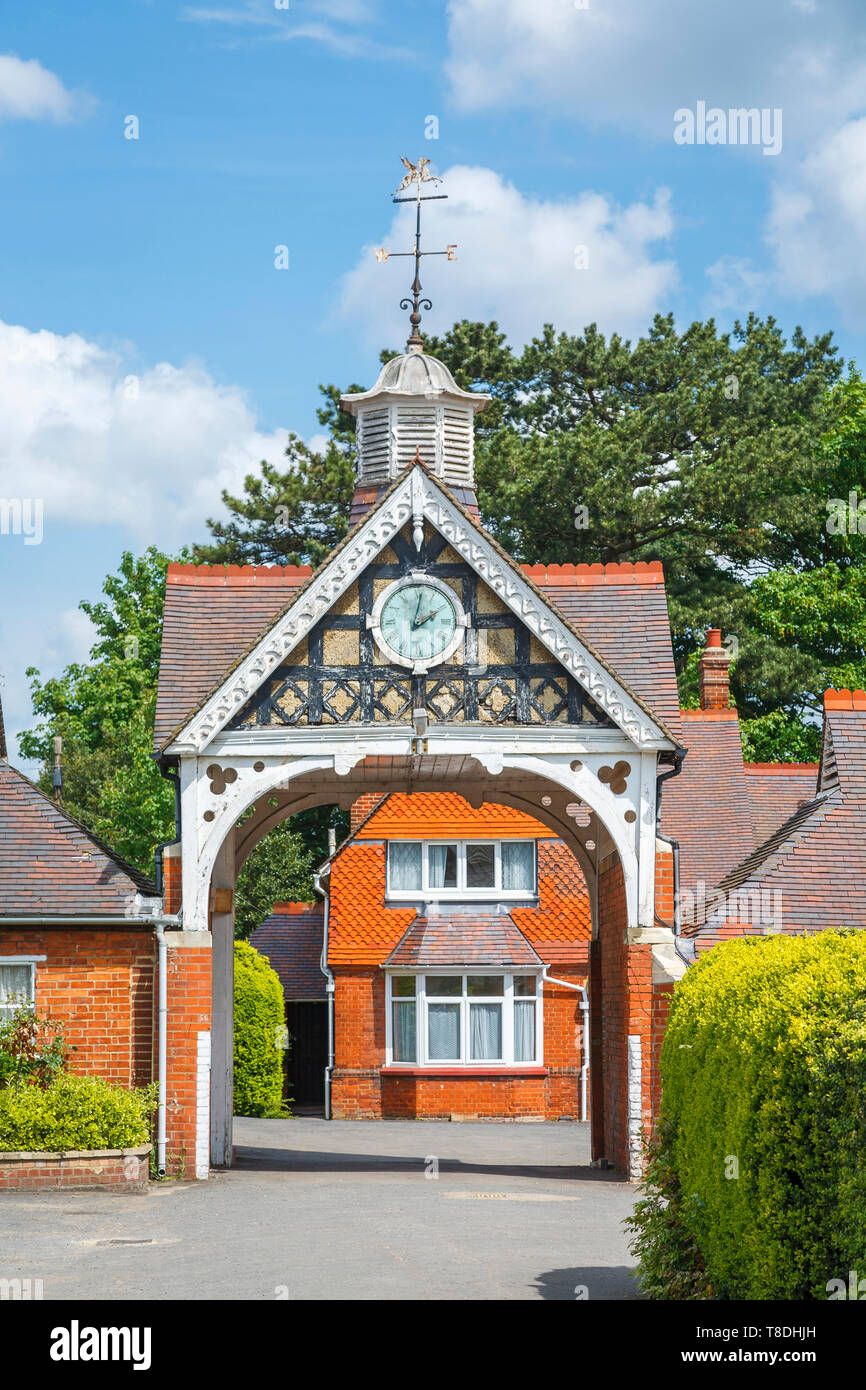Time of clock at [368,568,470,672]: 2:01
